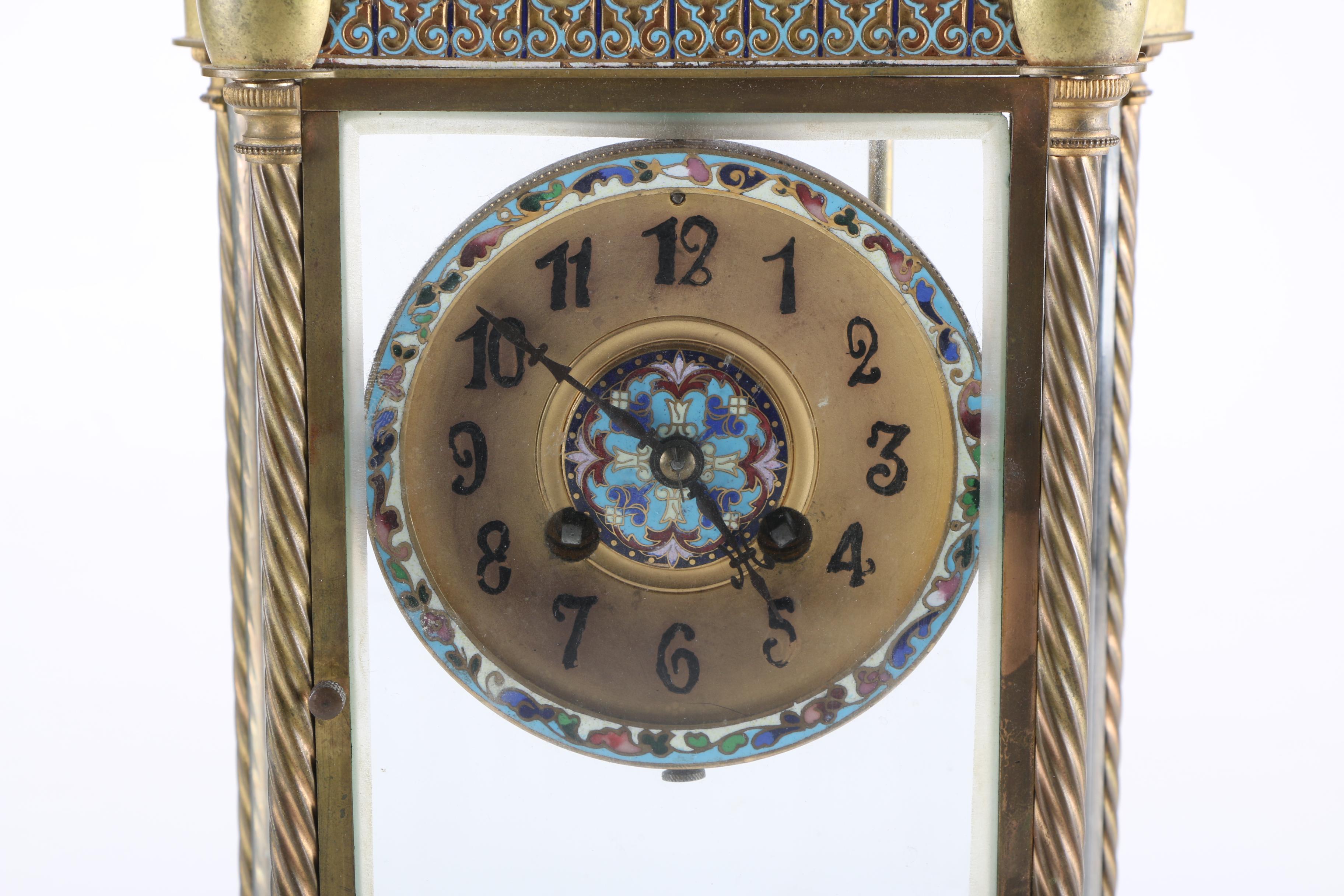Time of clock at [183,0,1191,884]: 4:50
